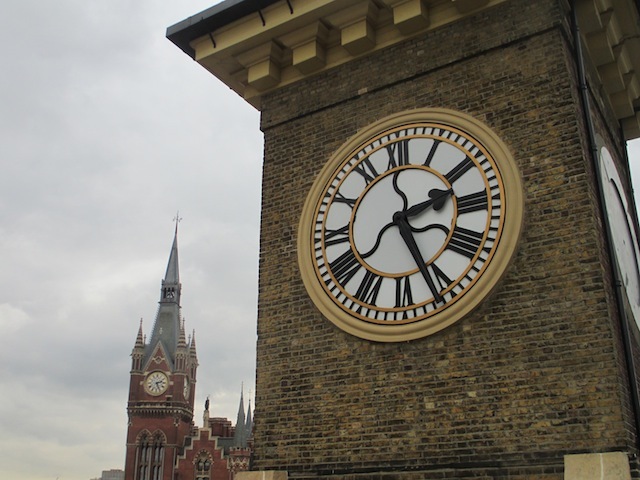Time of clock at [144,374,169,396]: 2:26
